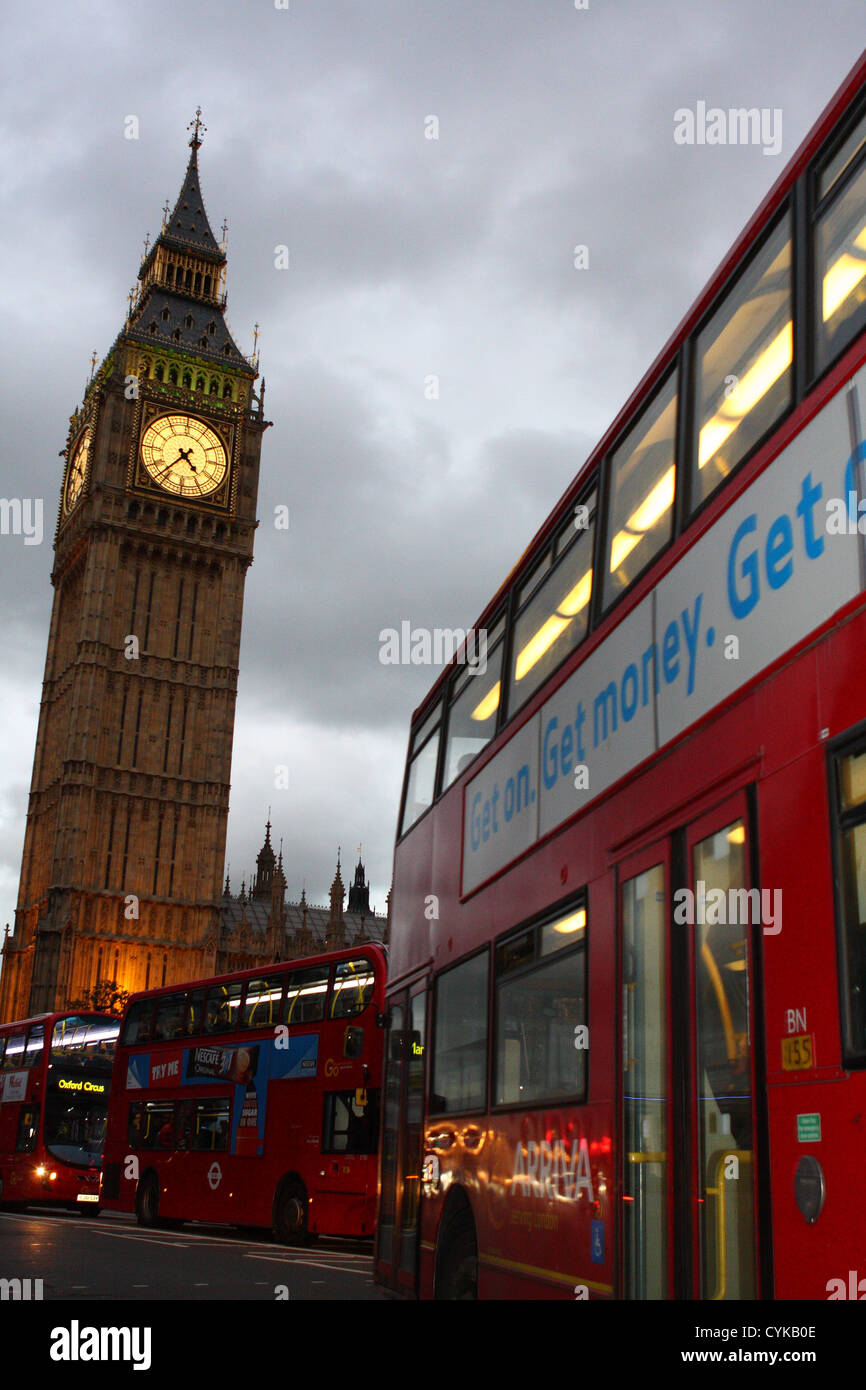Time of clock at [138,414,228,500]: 4:36
